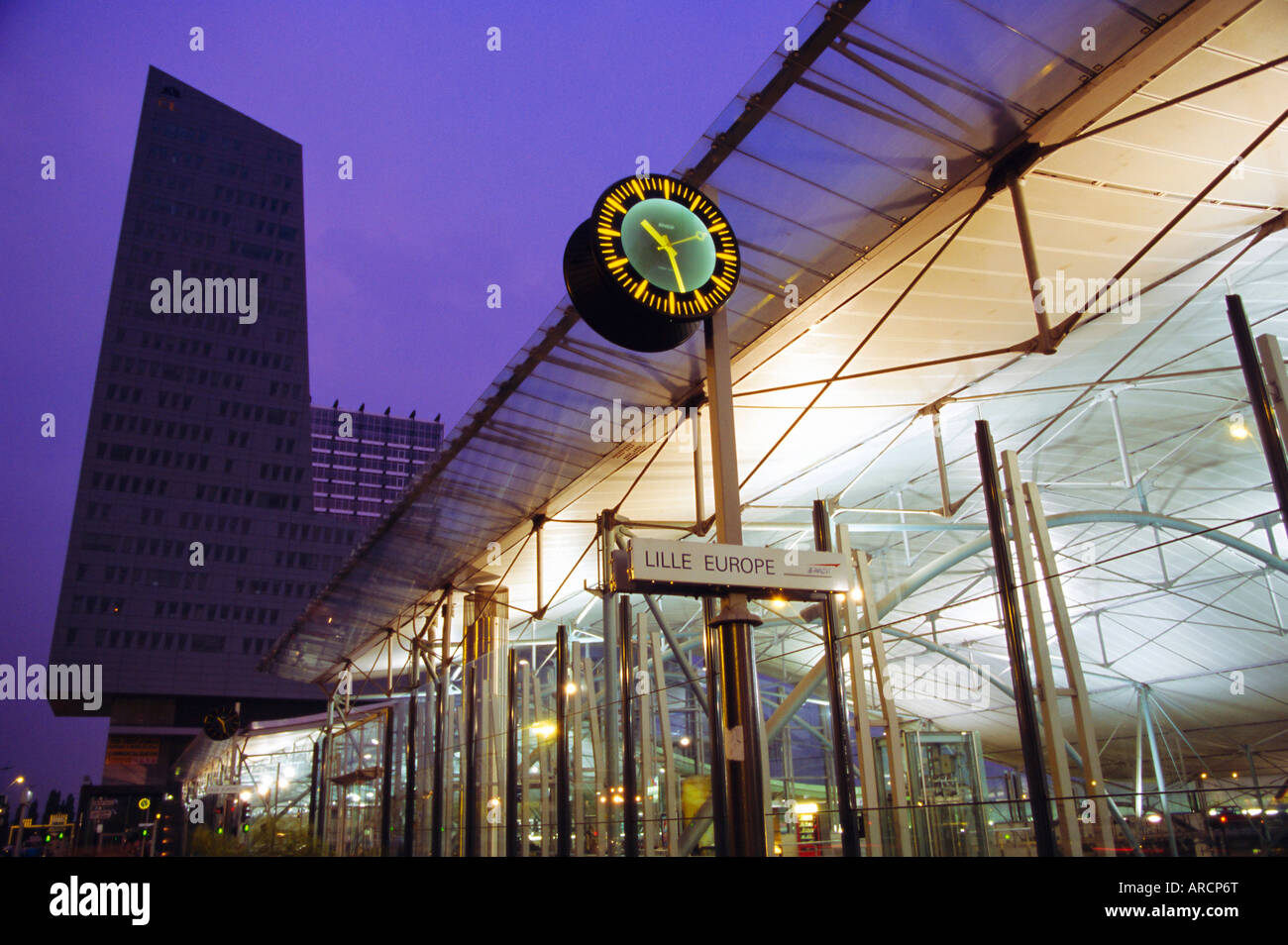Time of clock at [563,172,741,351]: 10:28
